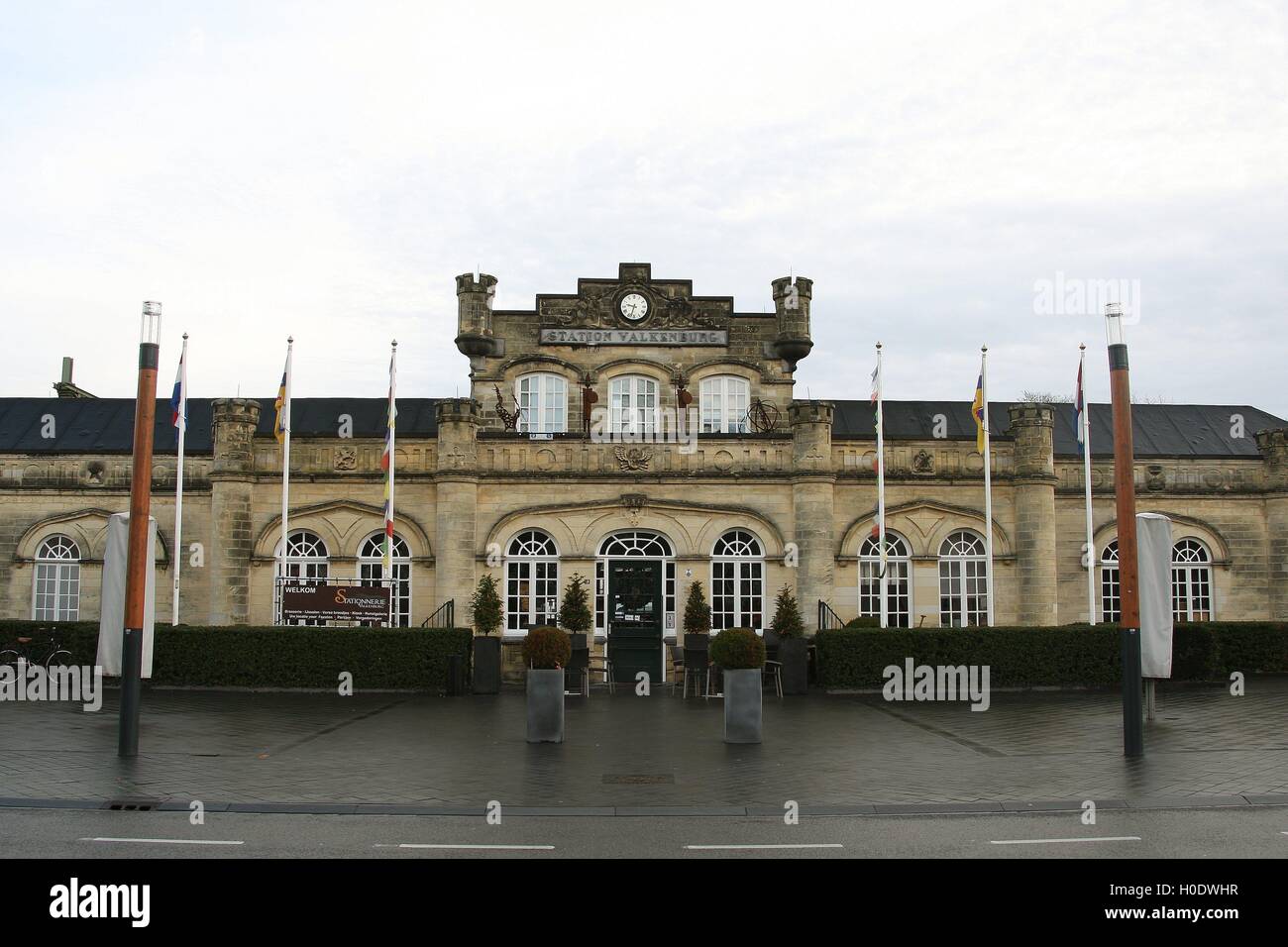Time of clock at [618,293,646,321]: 9:33
